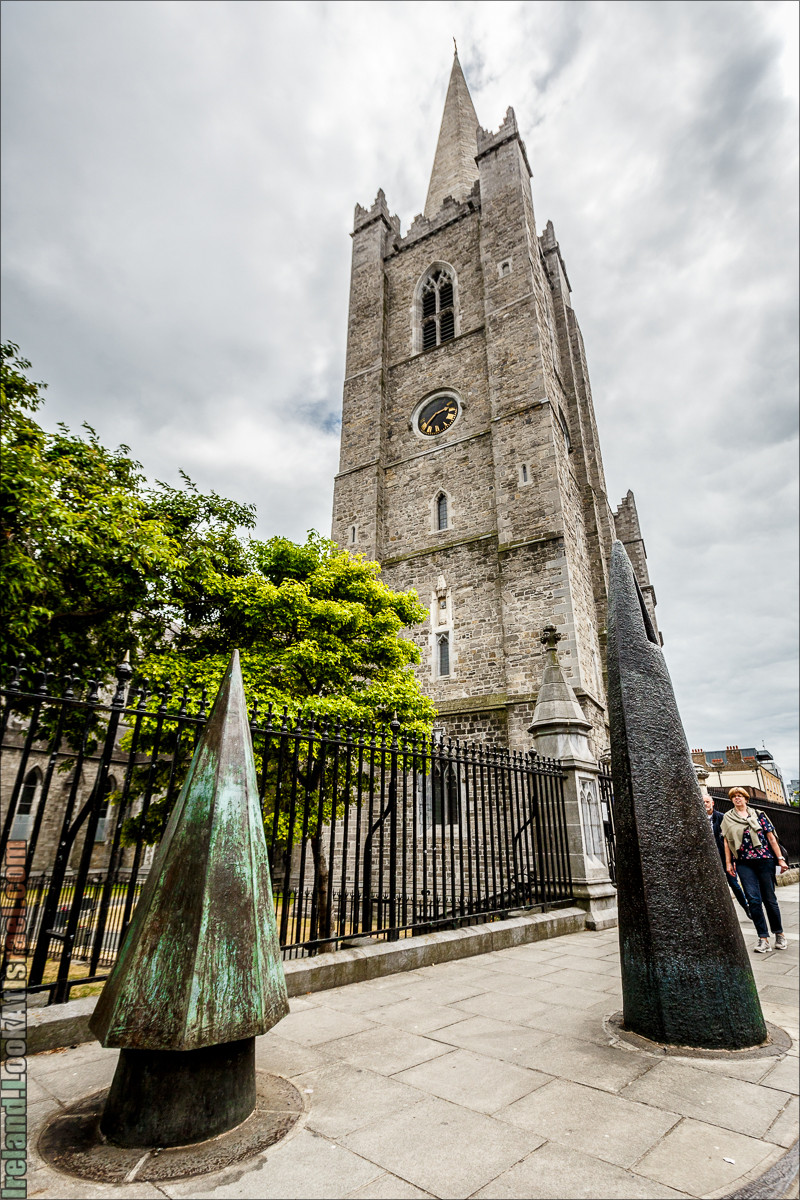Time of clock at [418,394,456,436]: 2:36
